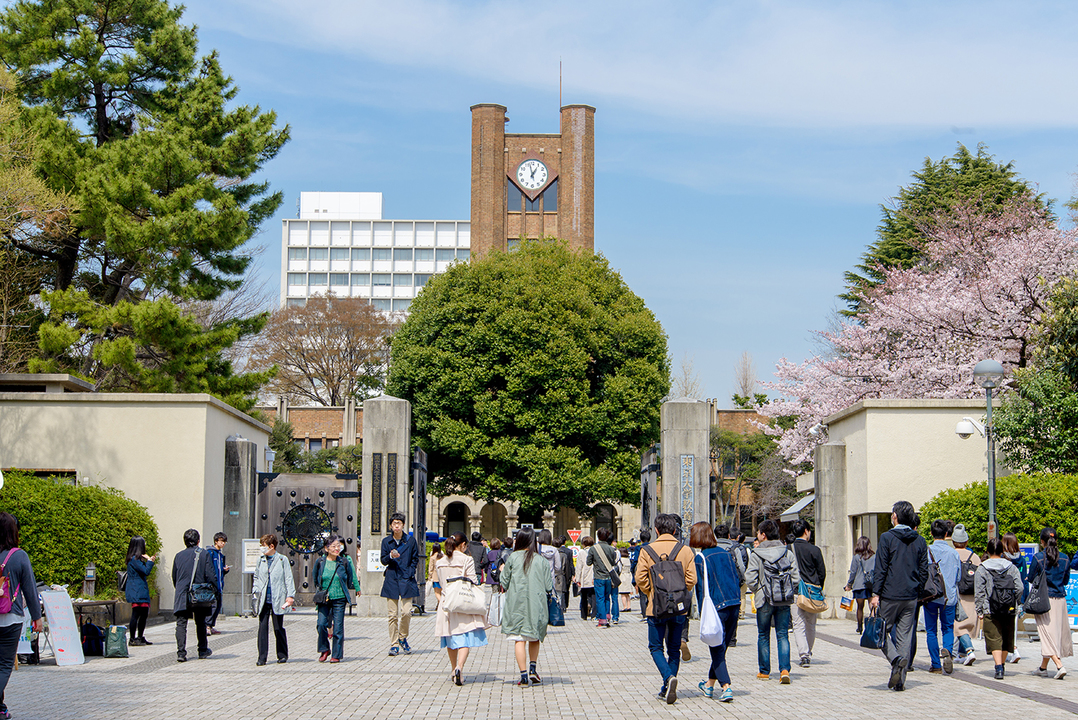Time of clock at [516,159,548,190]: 12:57
